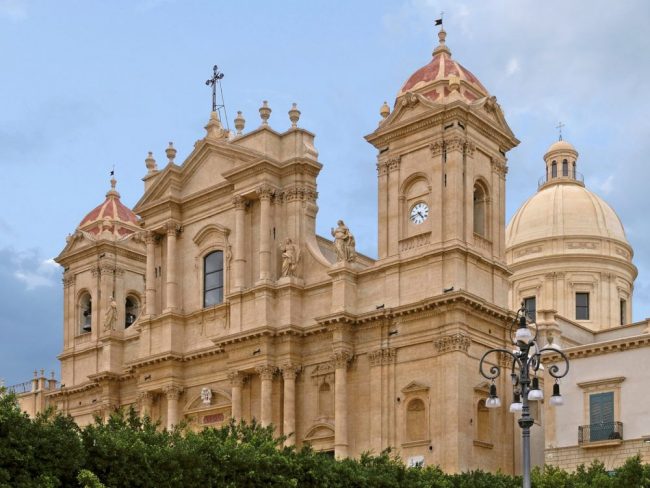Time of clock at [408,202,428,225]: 4:42
